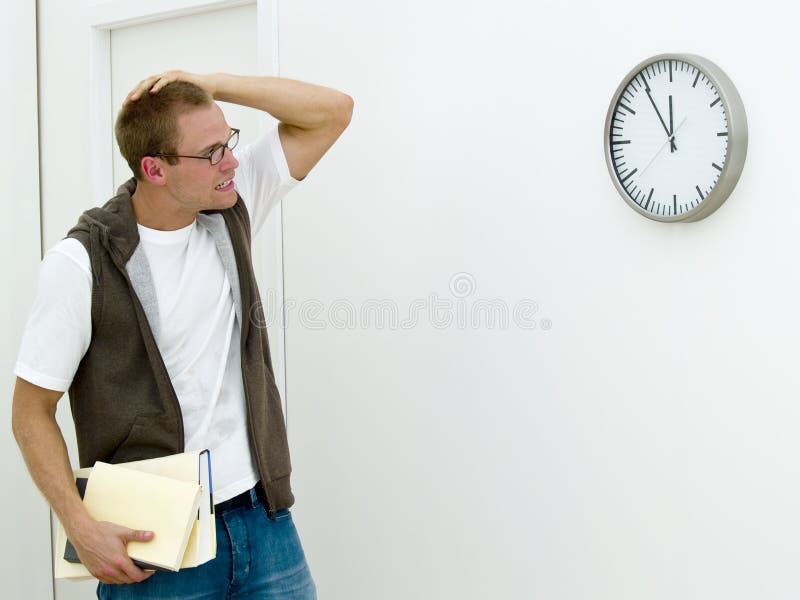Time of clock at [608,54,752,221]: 11:54
